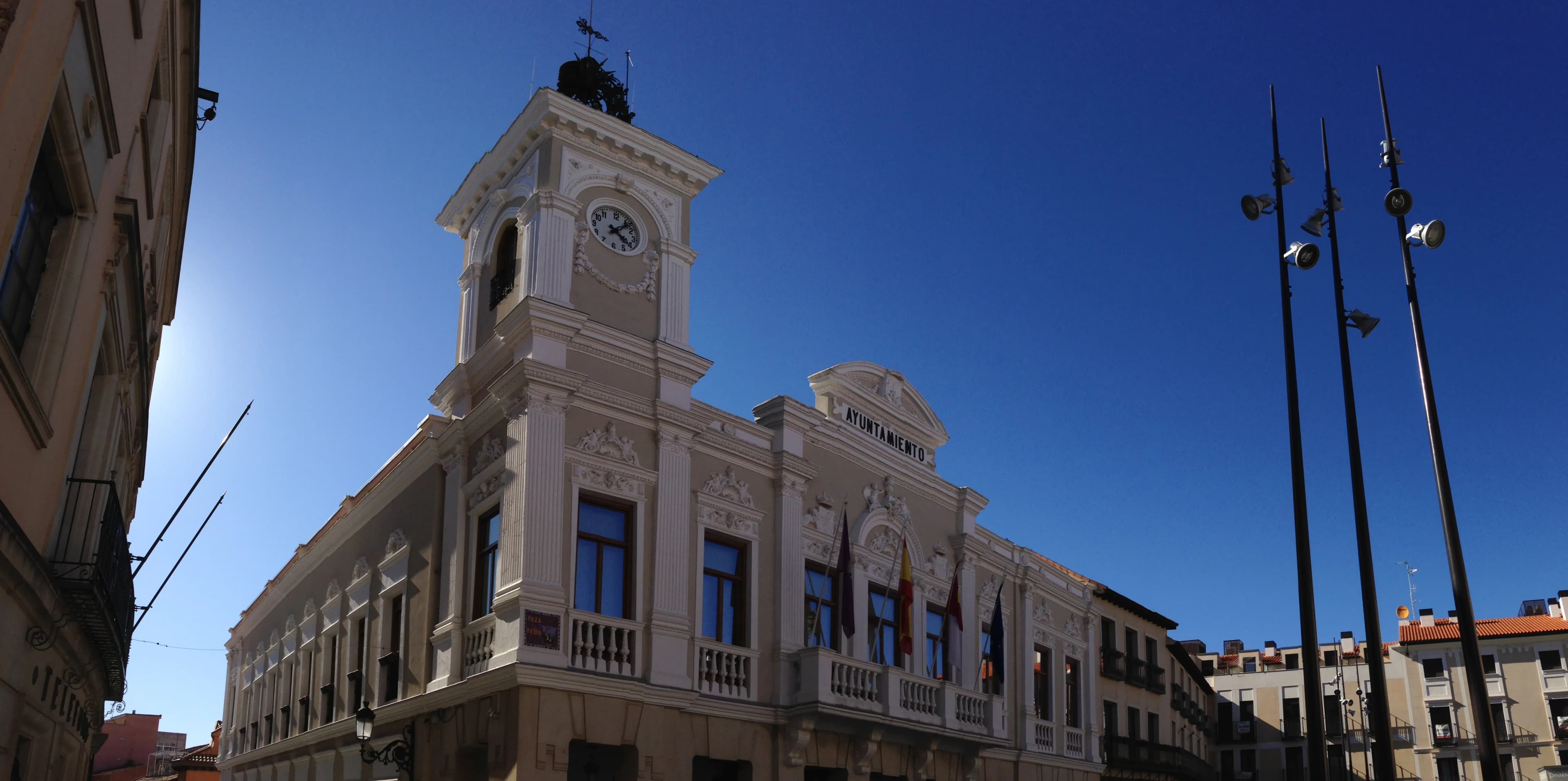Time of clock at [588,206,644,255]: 4:07
